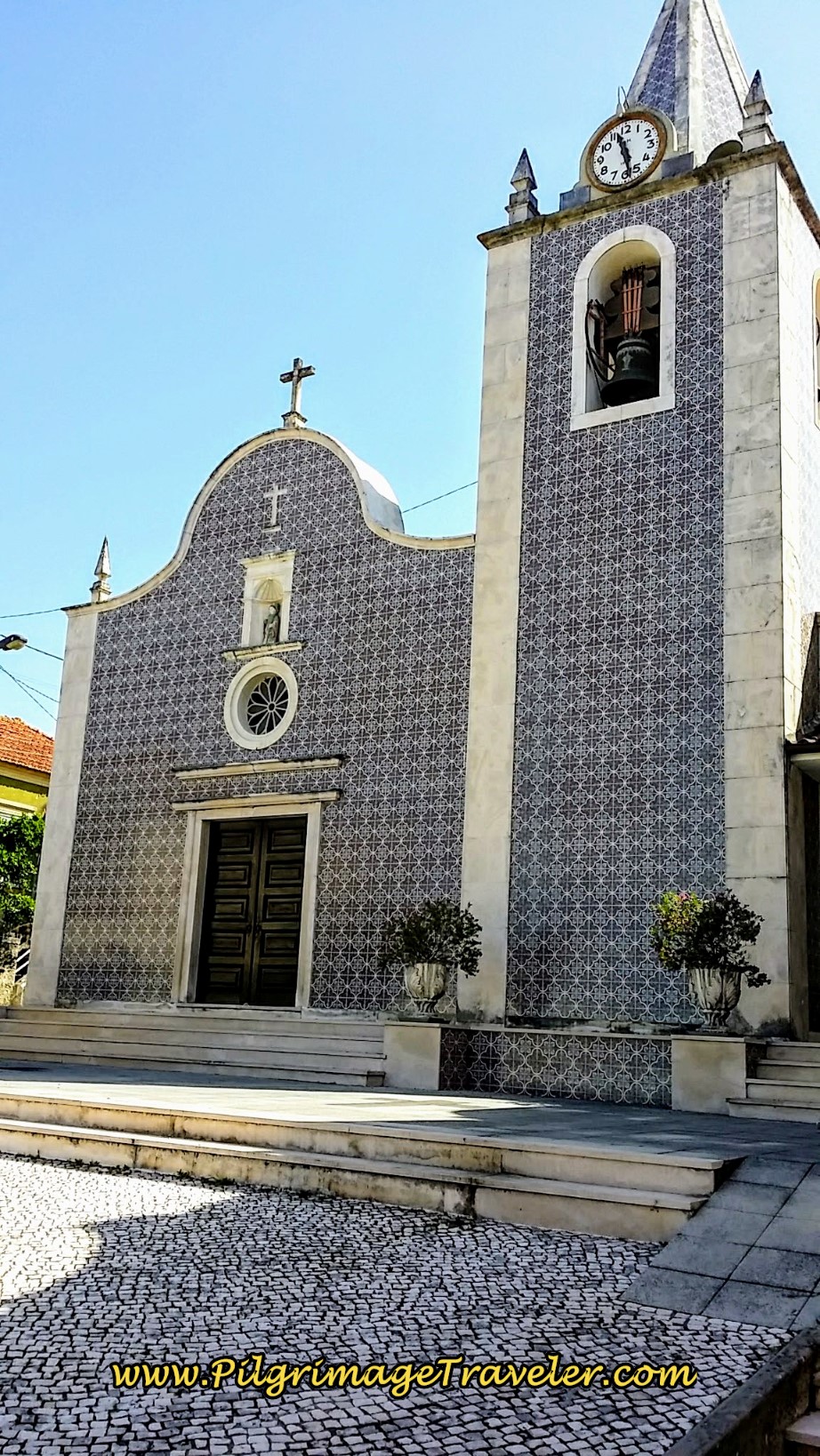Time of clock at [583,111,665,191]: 11:28
